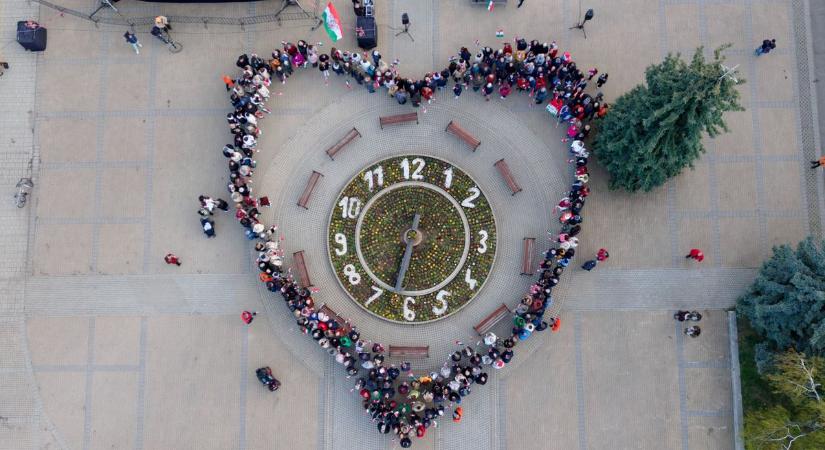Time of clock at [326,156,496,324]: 12:32
